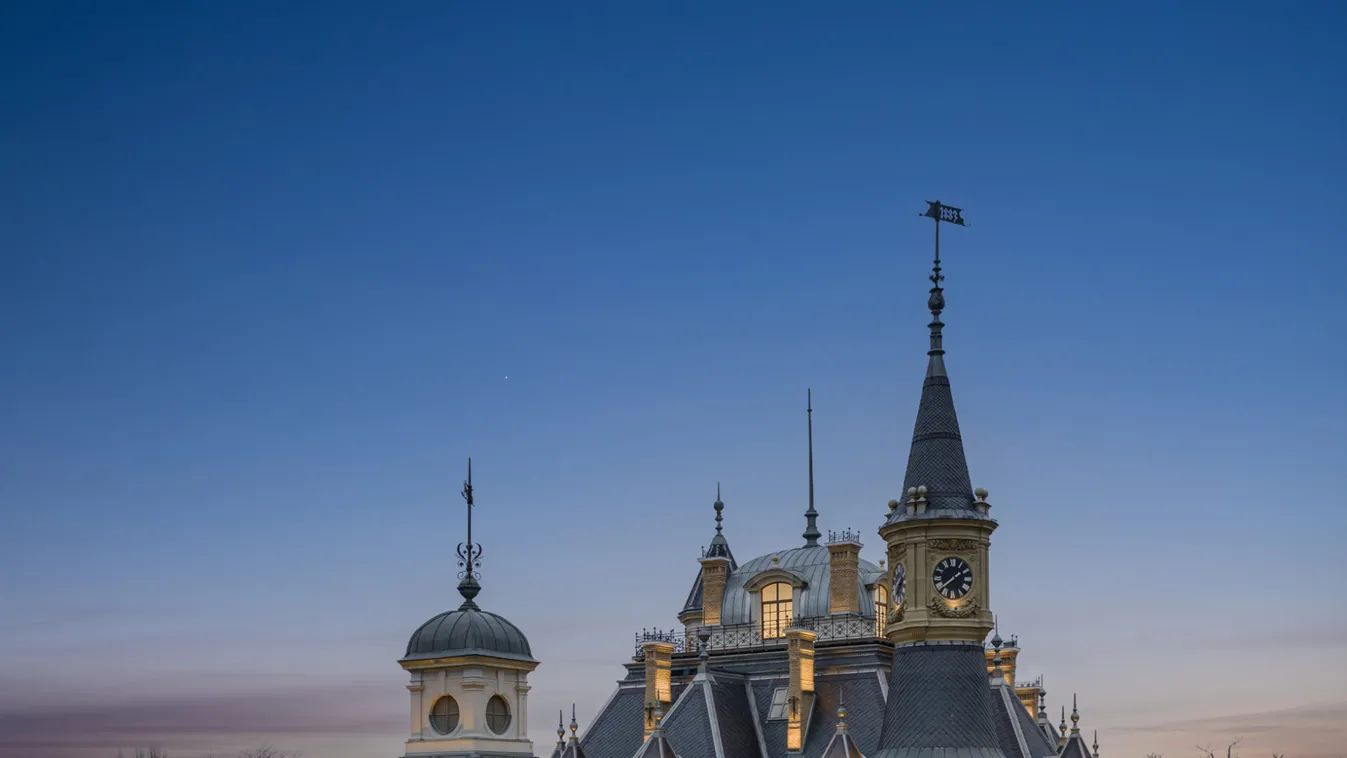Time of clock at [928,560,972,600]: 1:38
